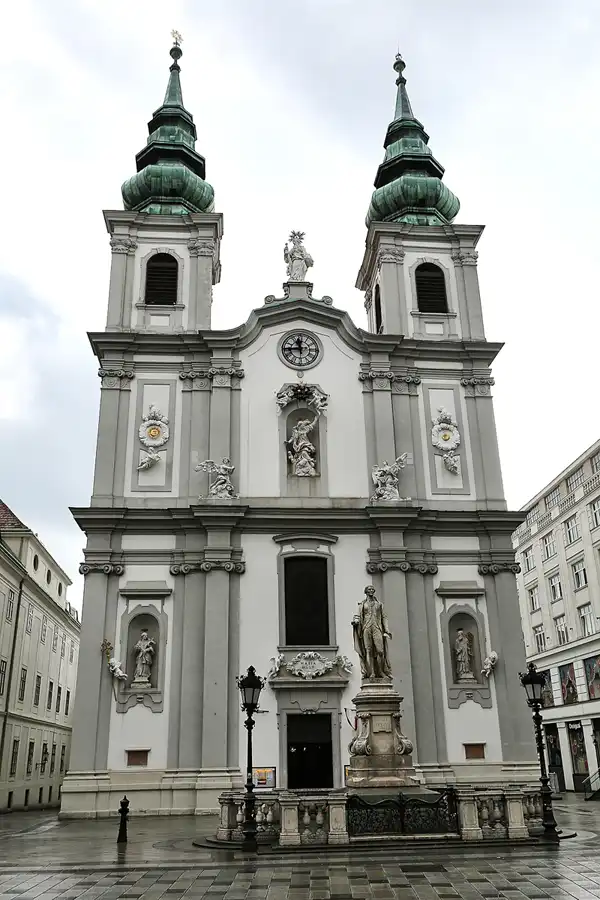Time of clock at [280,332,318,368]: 11:44
